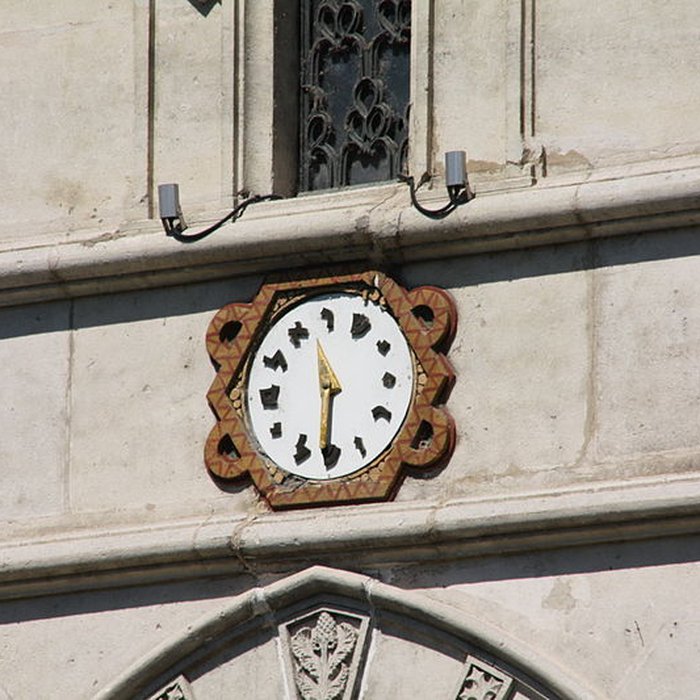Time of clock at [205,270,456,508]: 11:30
